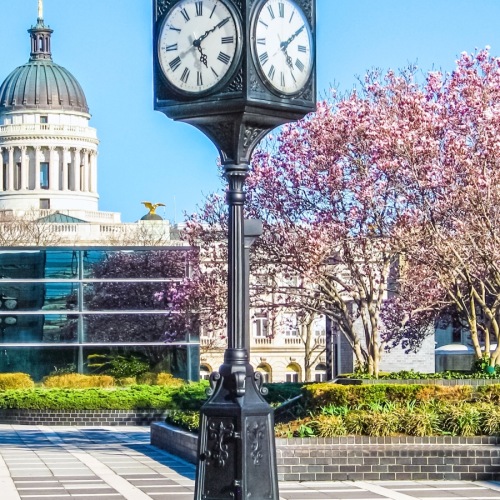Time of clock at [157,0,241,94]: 5:09
